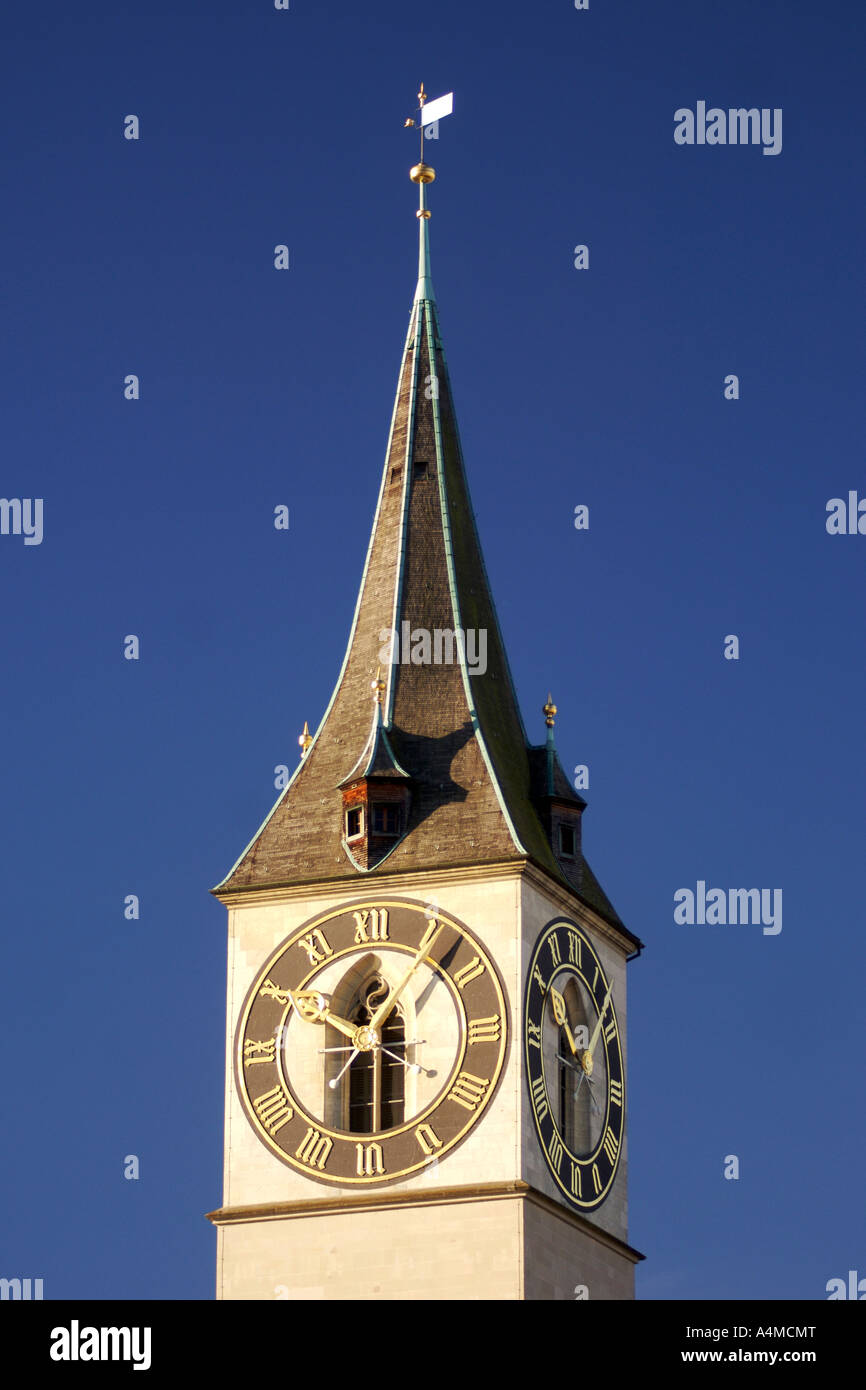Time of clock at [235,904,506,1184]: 10:07
